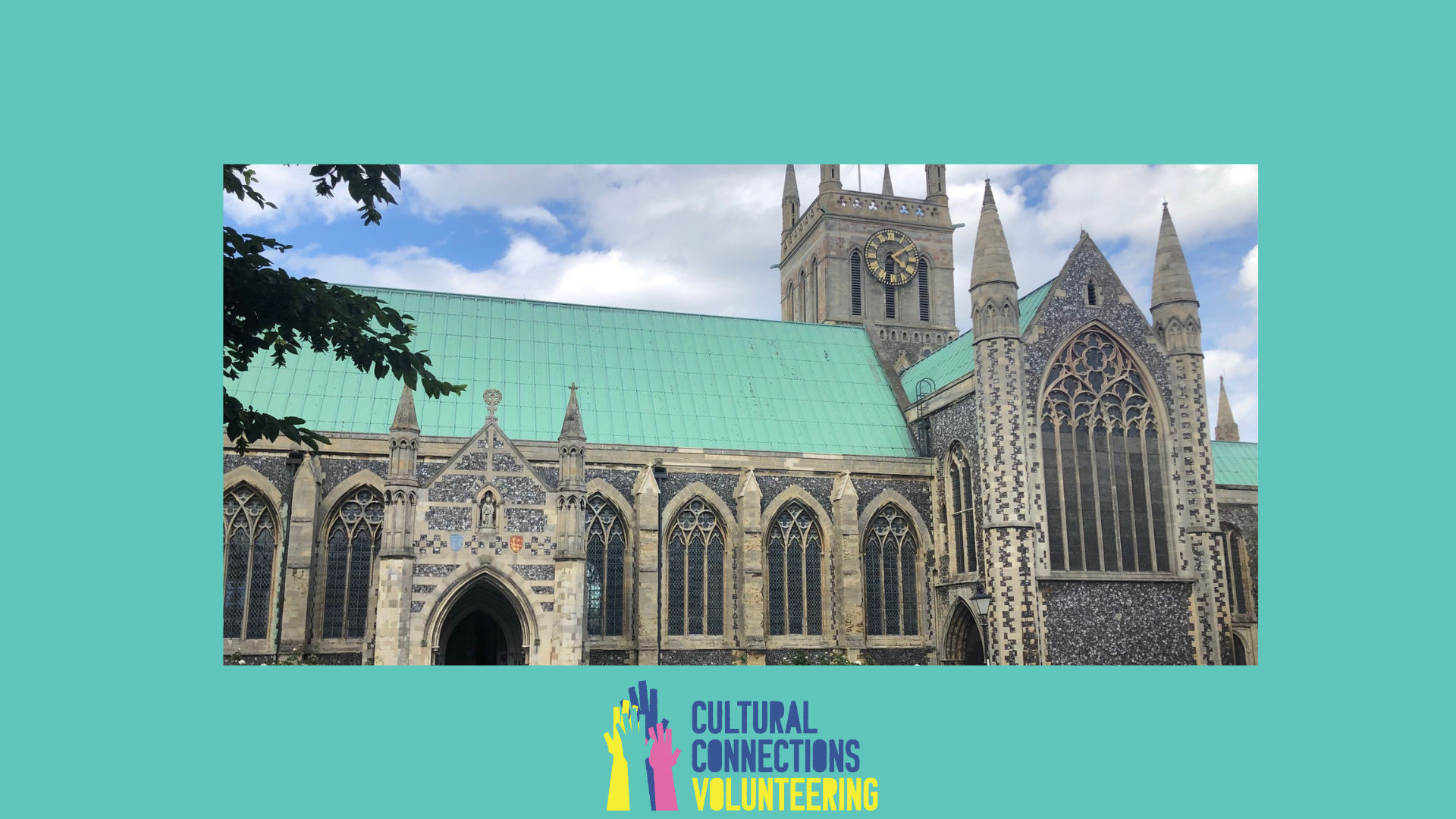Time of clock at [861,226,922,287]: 4:09
